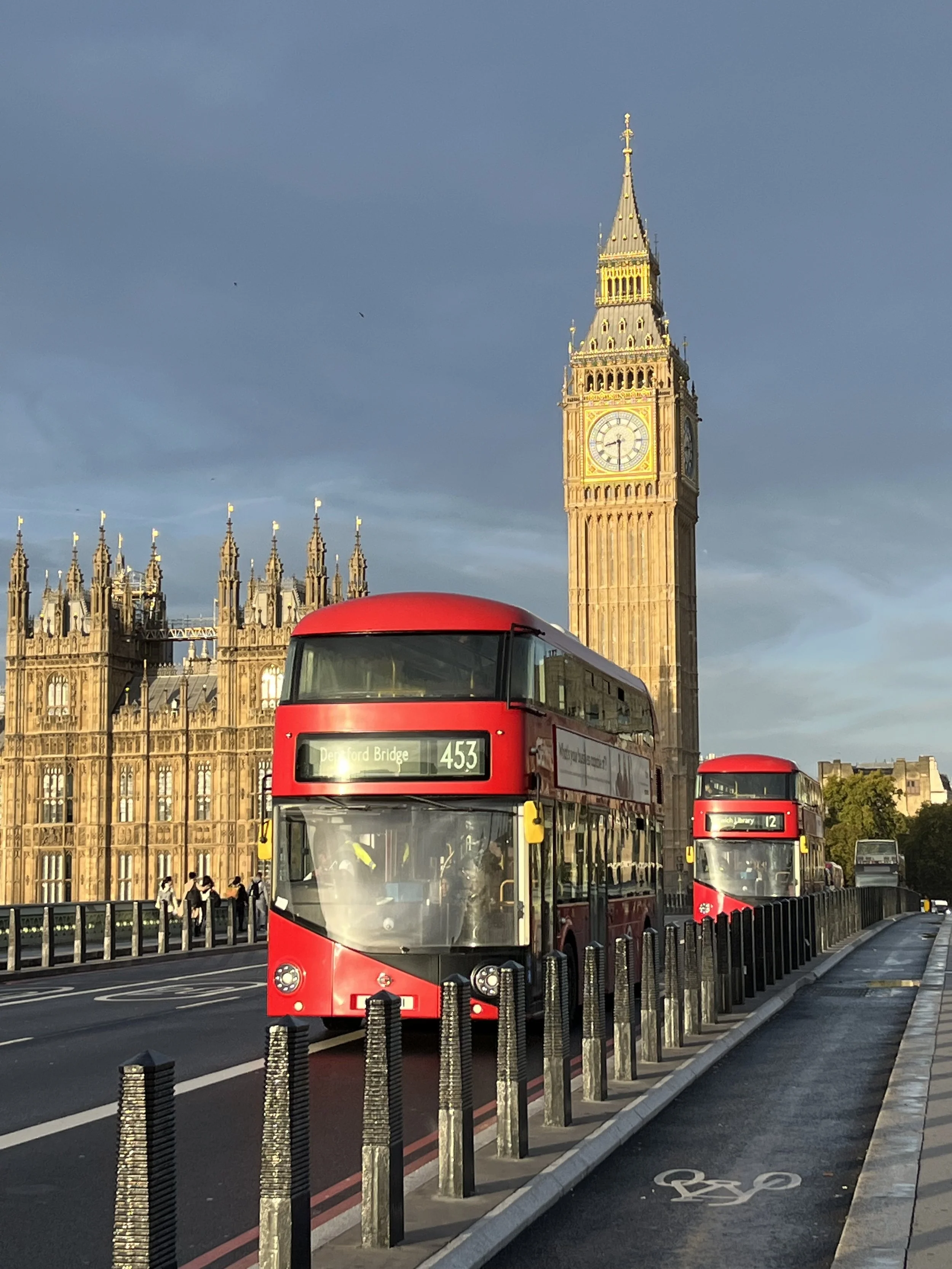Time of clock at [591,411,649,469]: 8:29
